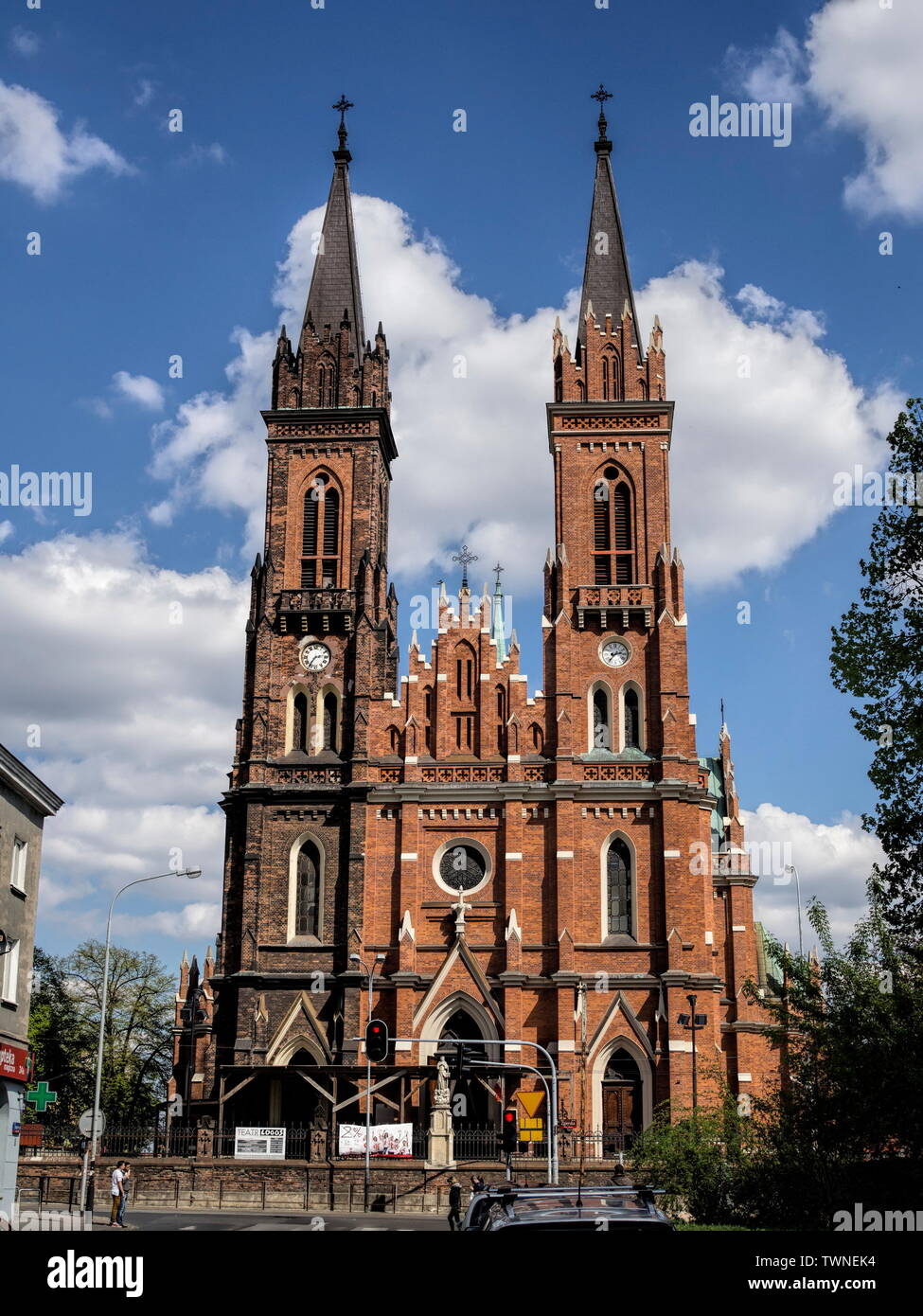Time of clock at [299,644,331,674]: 2:36
